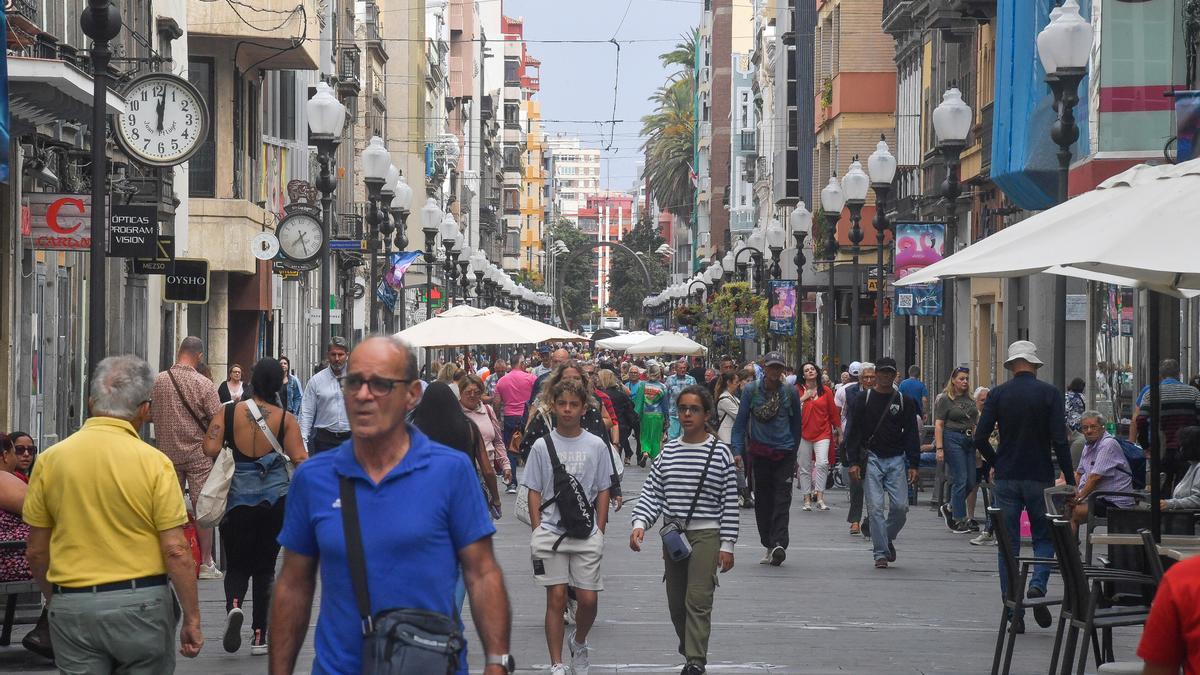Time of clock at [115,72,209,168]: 12:01
